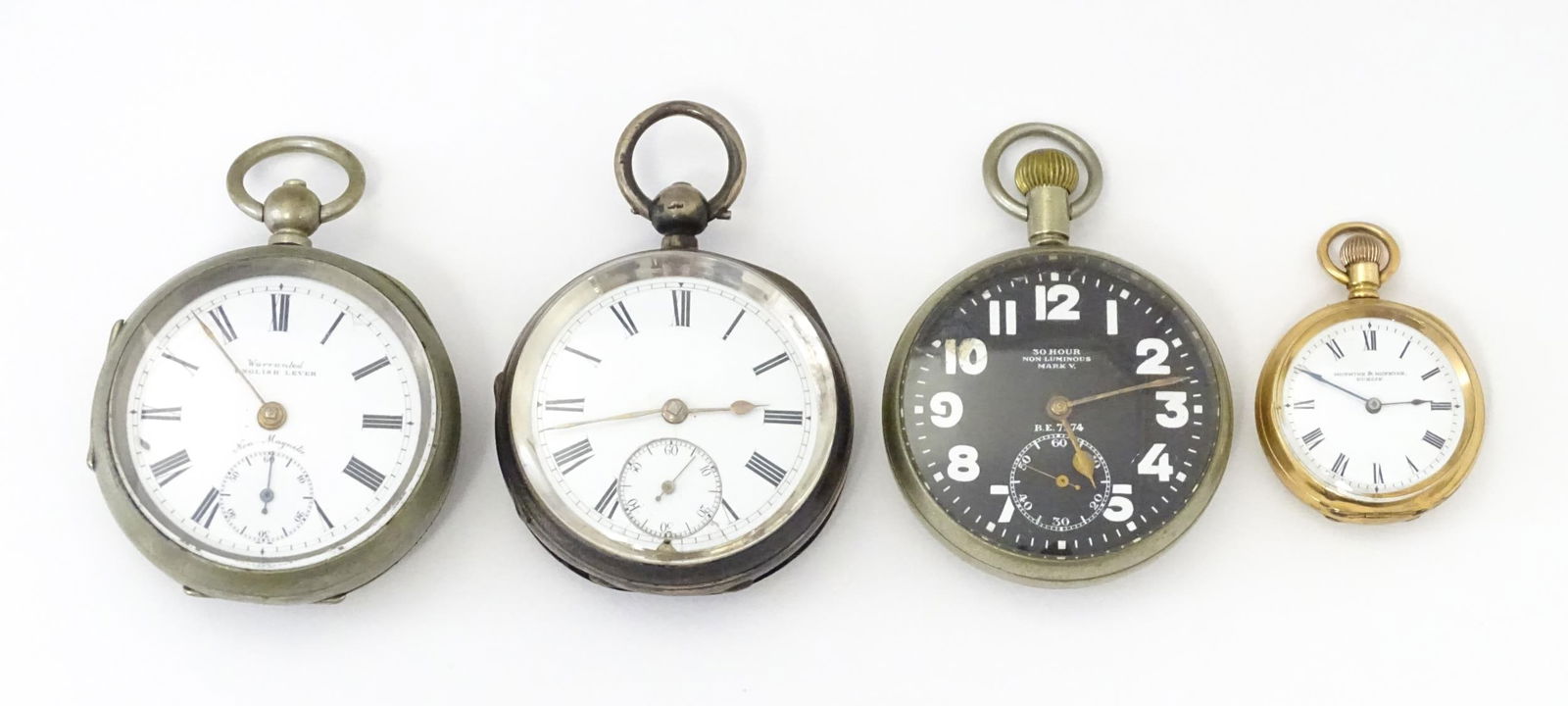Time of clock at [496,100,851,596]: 2:42
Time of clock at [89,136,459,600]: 5:53
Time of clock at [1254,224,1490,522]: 2:49
